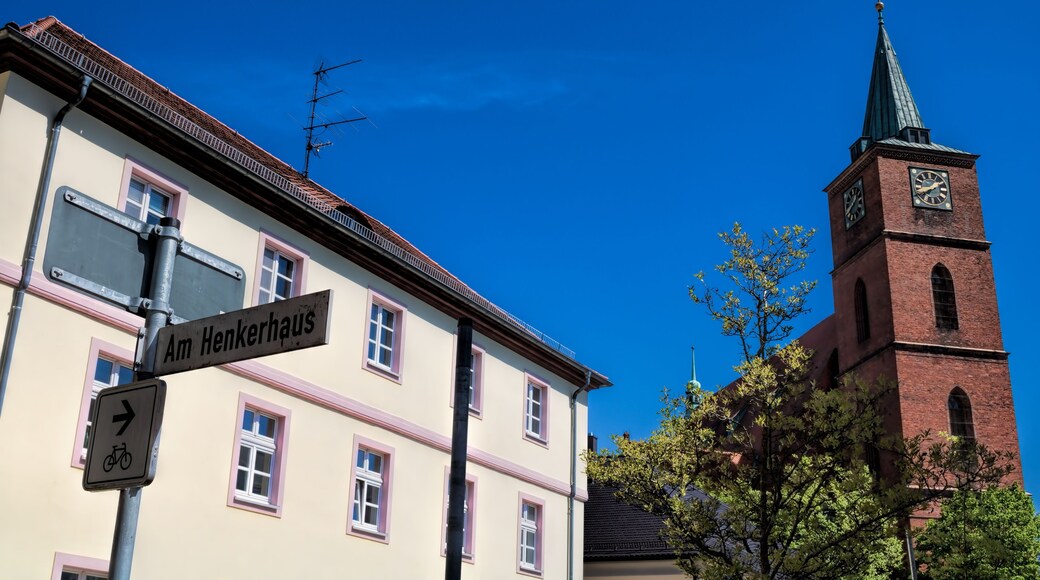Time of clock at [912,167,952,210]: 1:39
